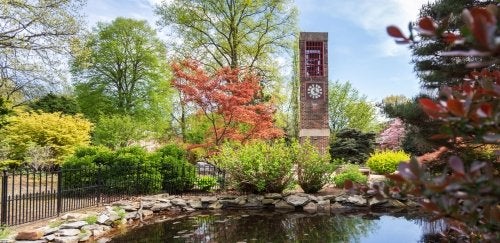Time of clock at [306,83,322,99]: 4:01
